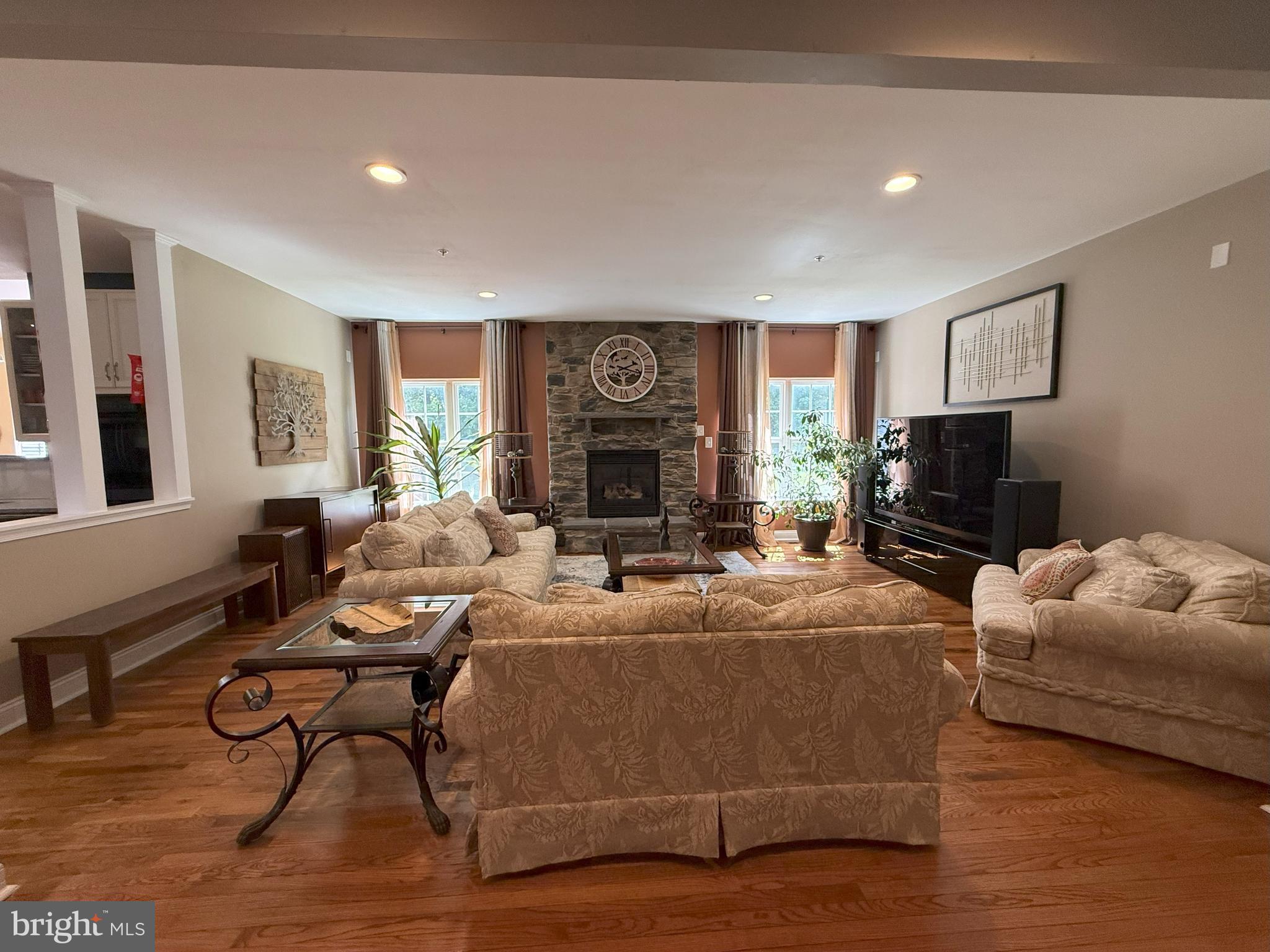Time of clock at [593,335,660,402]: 2:18
